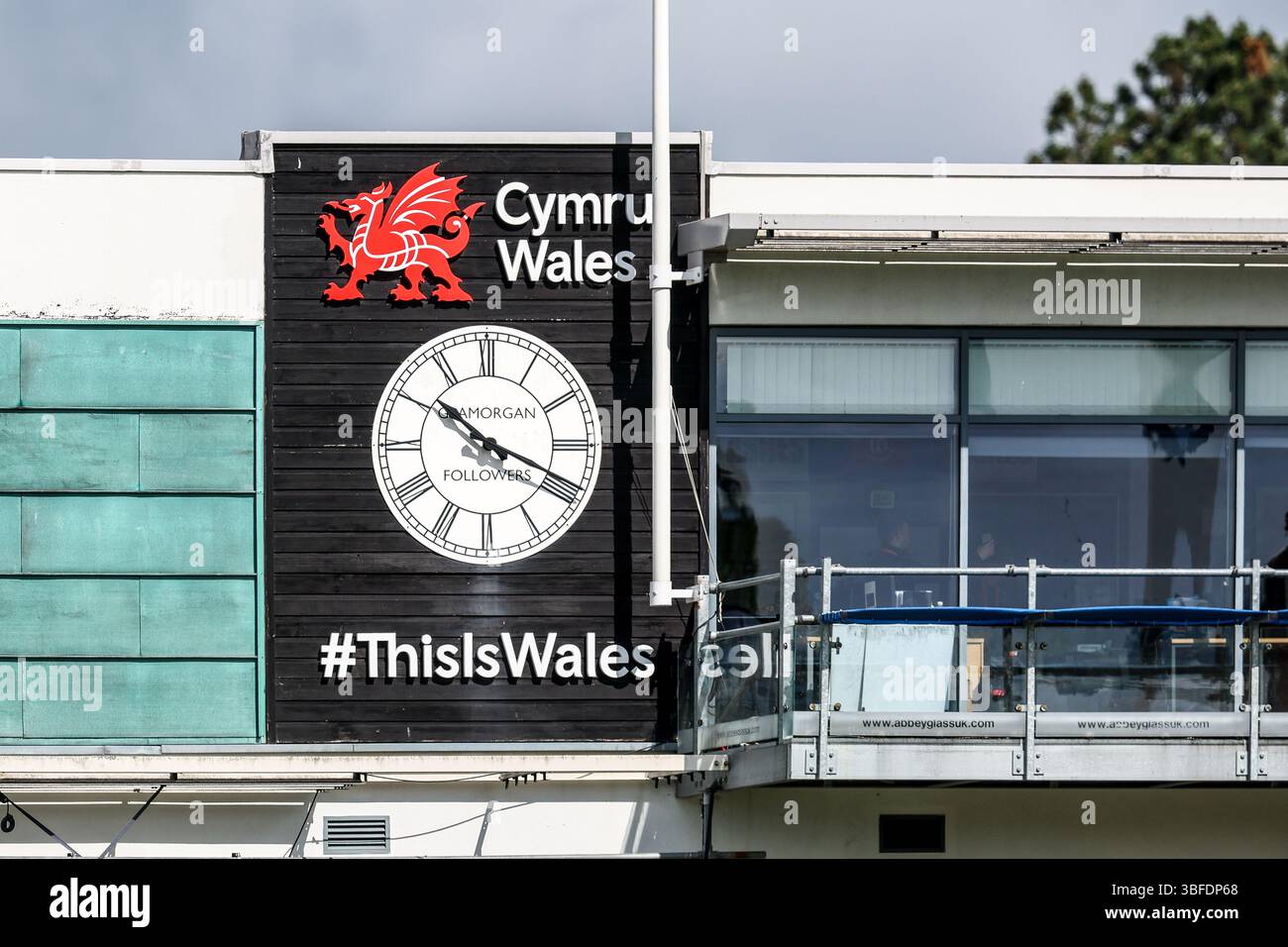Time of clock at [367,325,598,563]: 10:18
